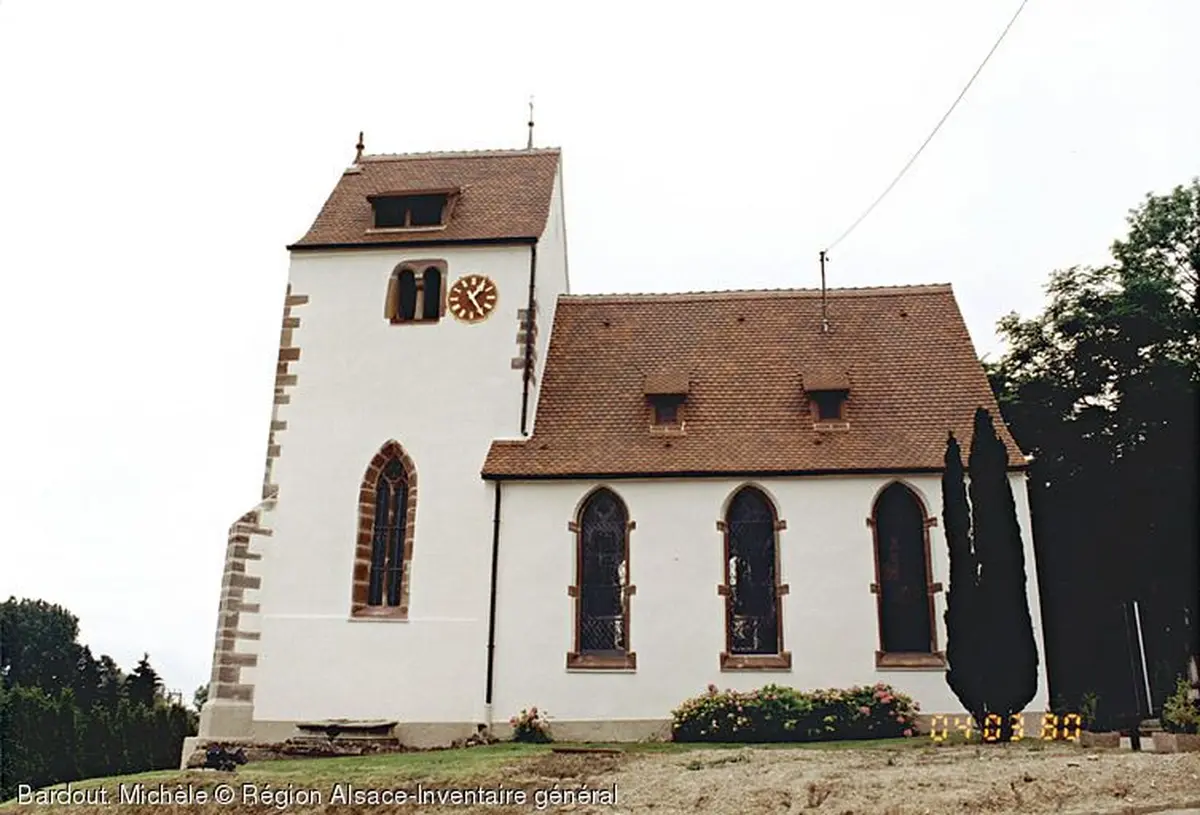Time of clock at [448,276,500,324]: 1:24
